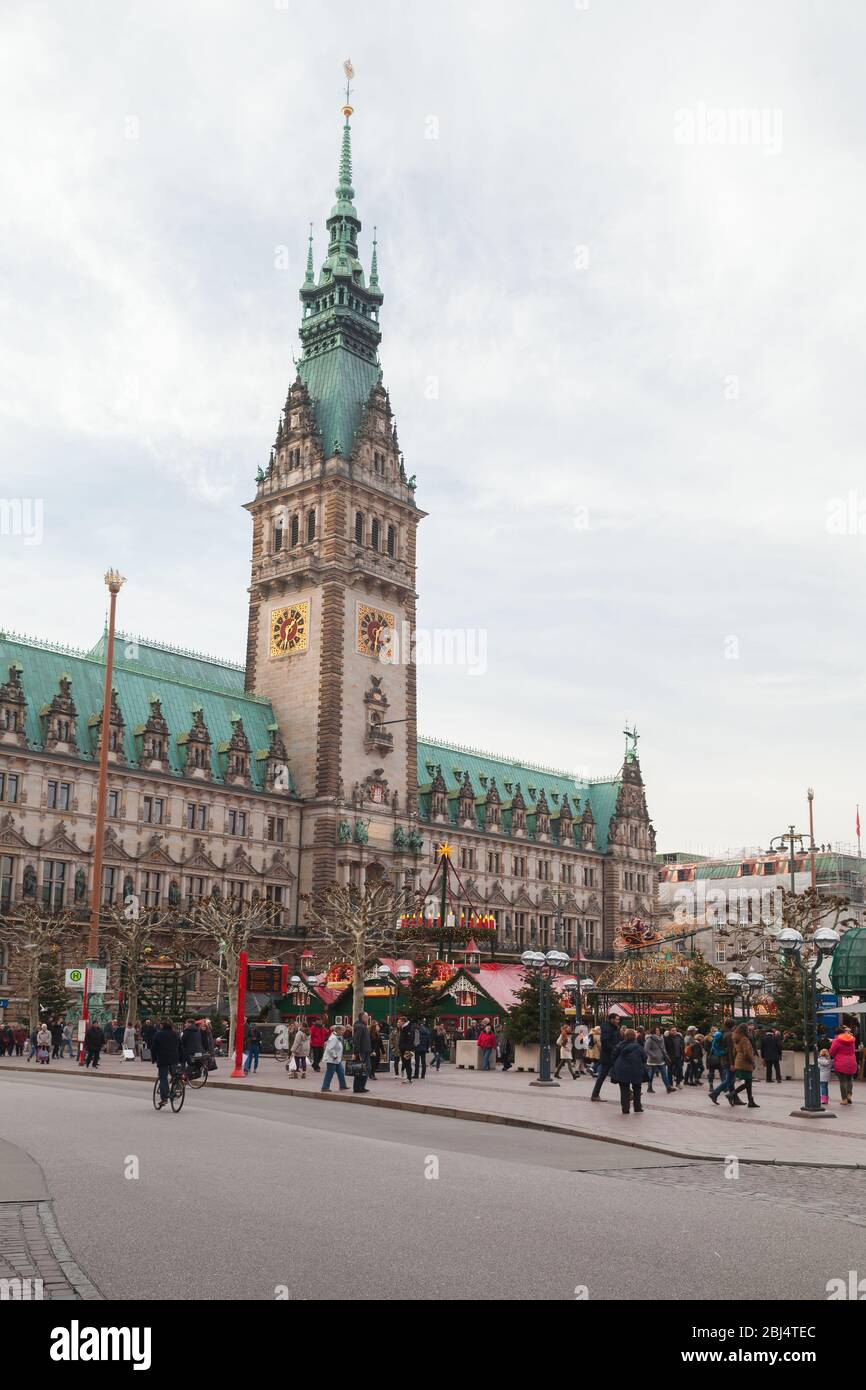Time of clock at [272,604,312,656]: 1:32
